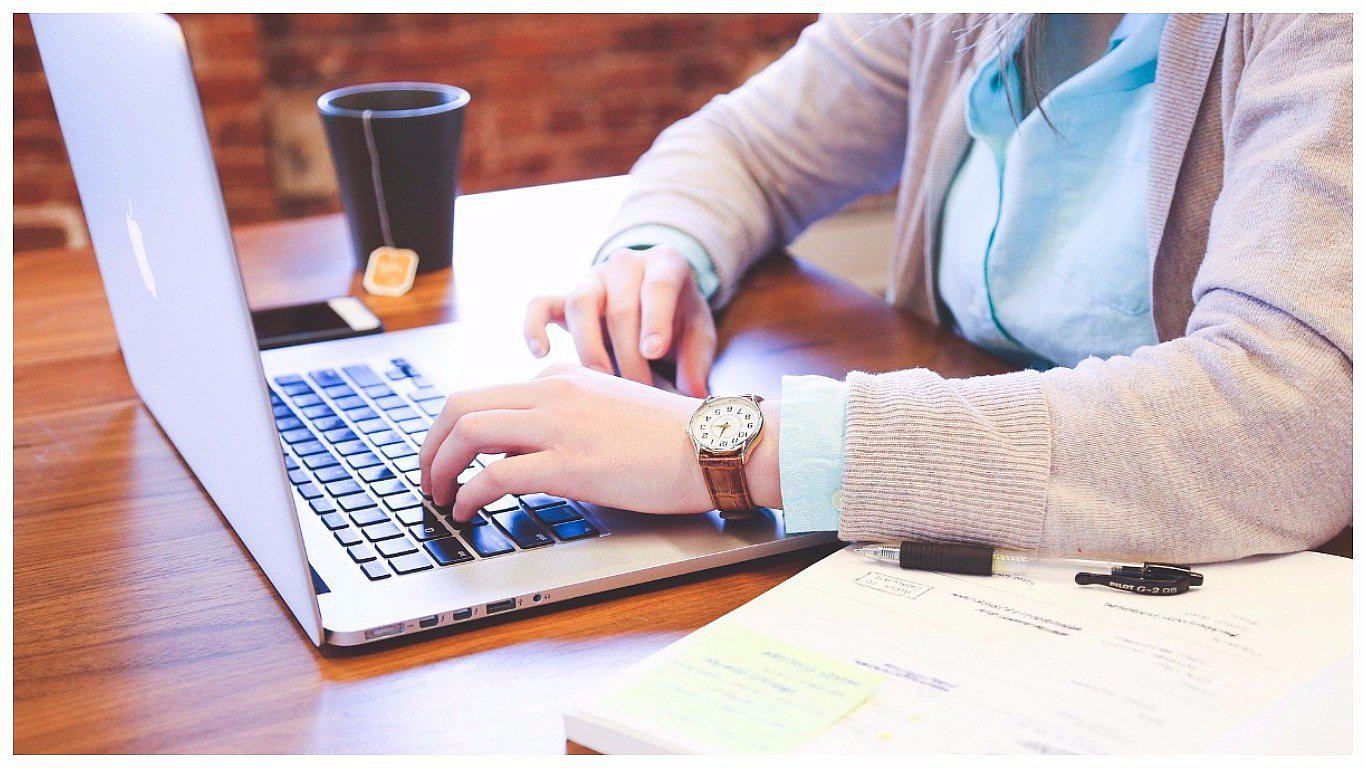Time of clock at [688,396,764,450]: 8:32
